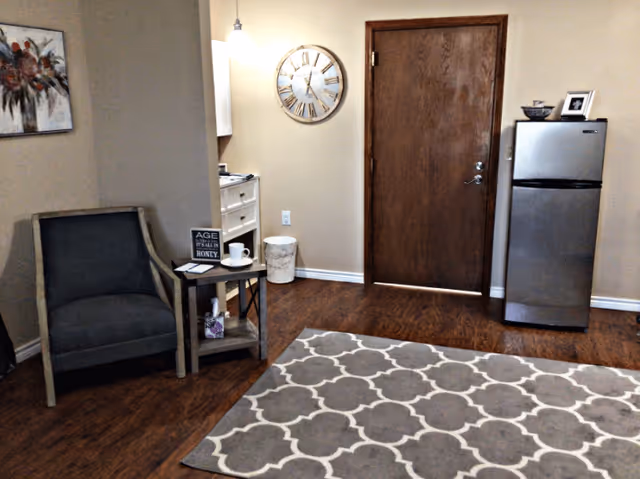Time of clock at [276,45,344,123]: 5:03
